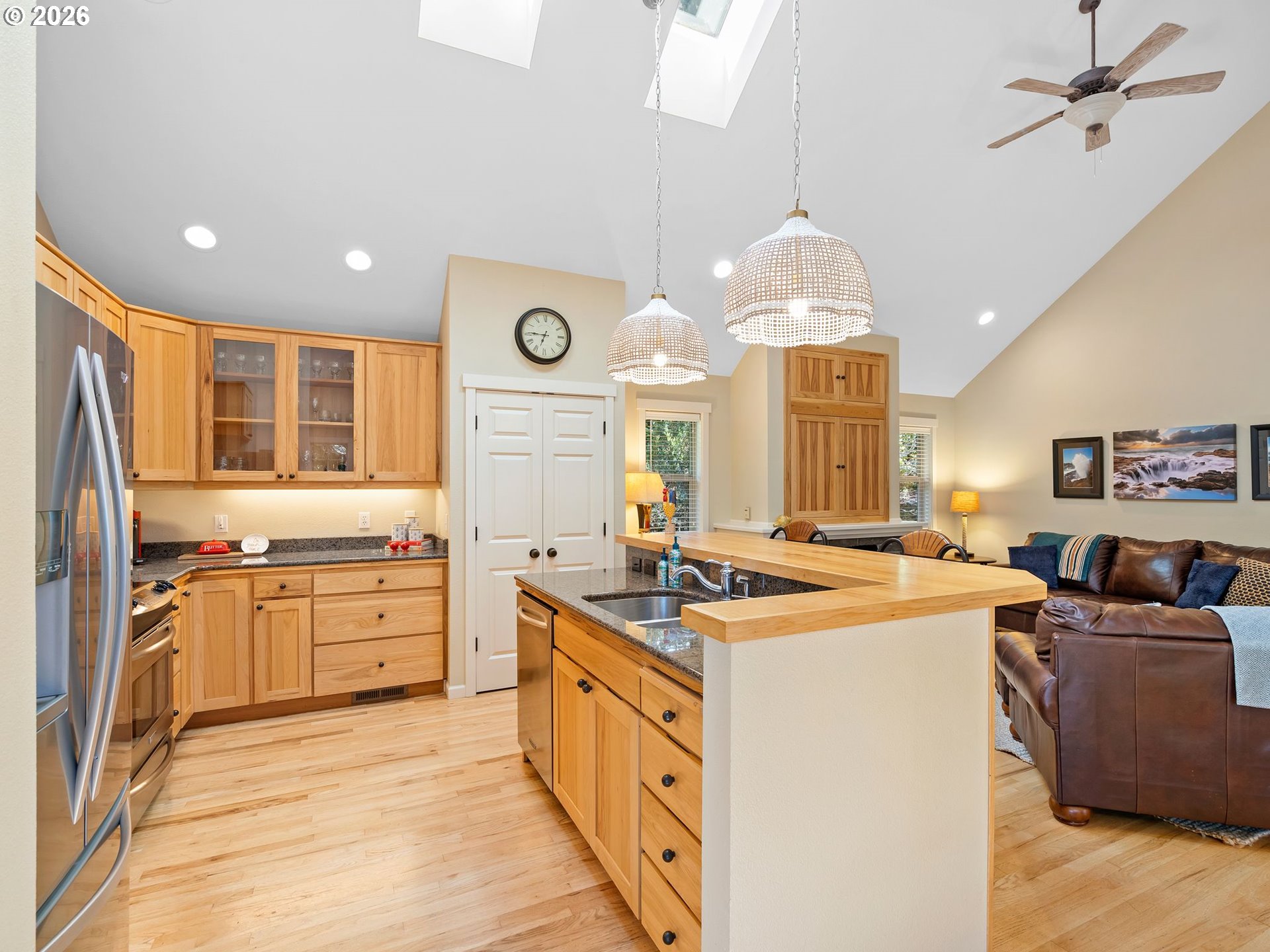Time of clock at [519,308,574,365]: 6:45
